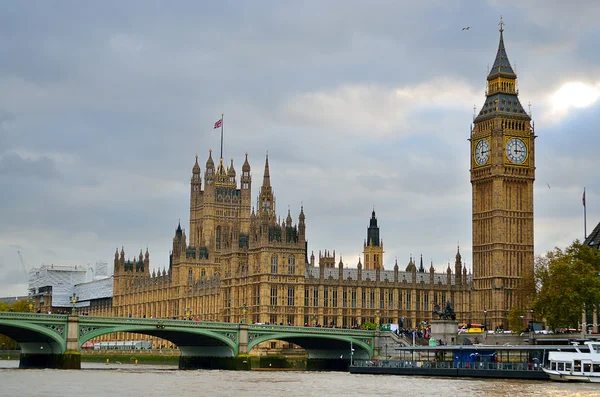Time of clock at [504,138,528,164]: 3:00
